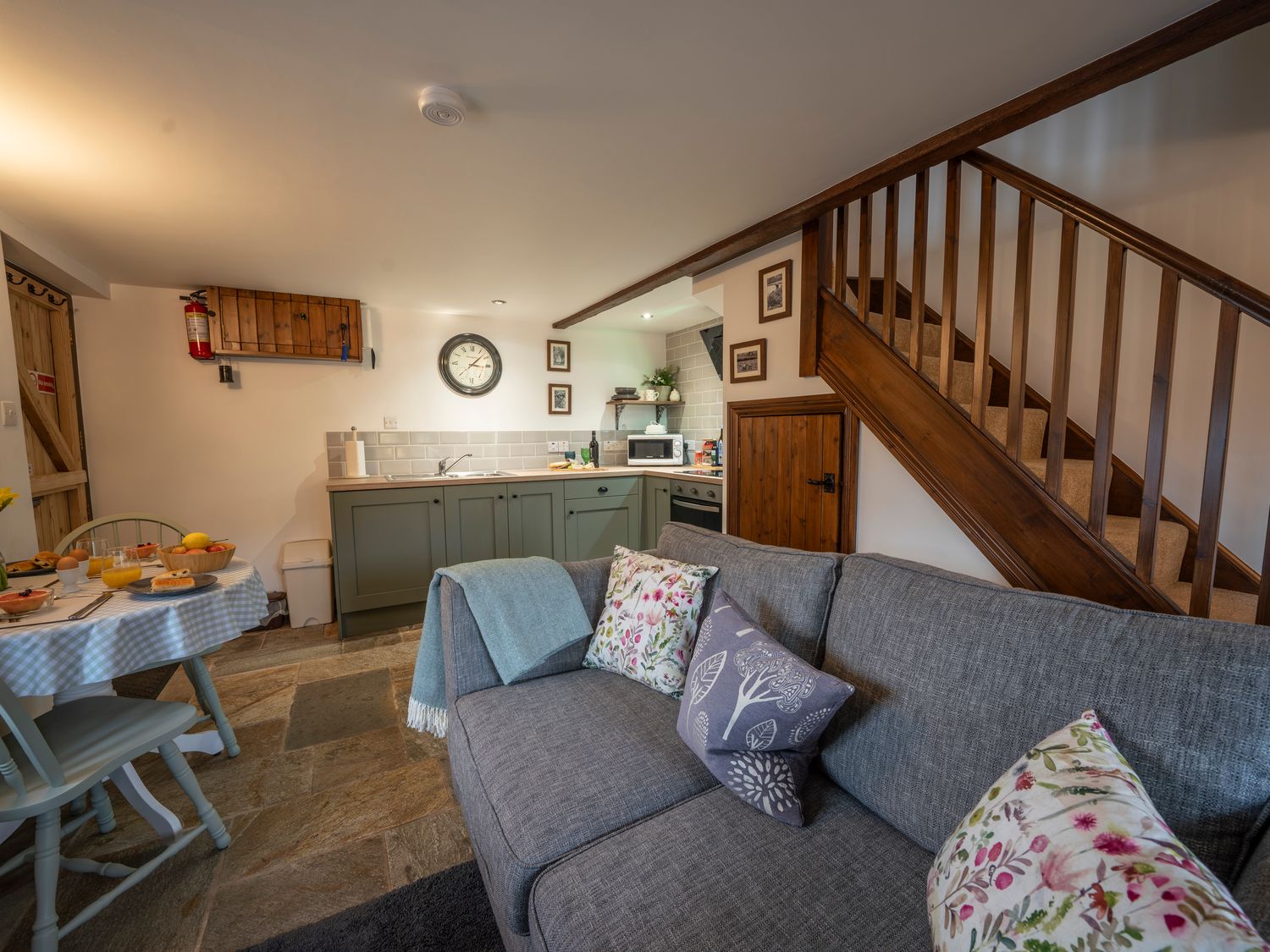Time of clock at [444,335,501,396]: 3:07
